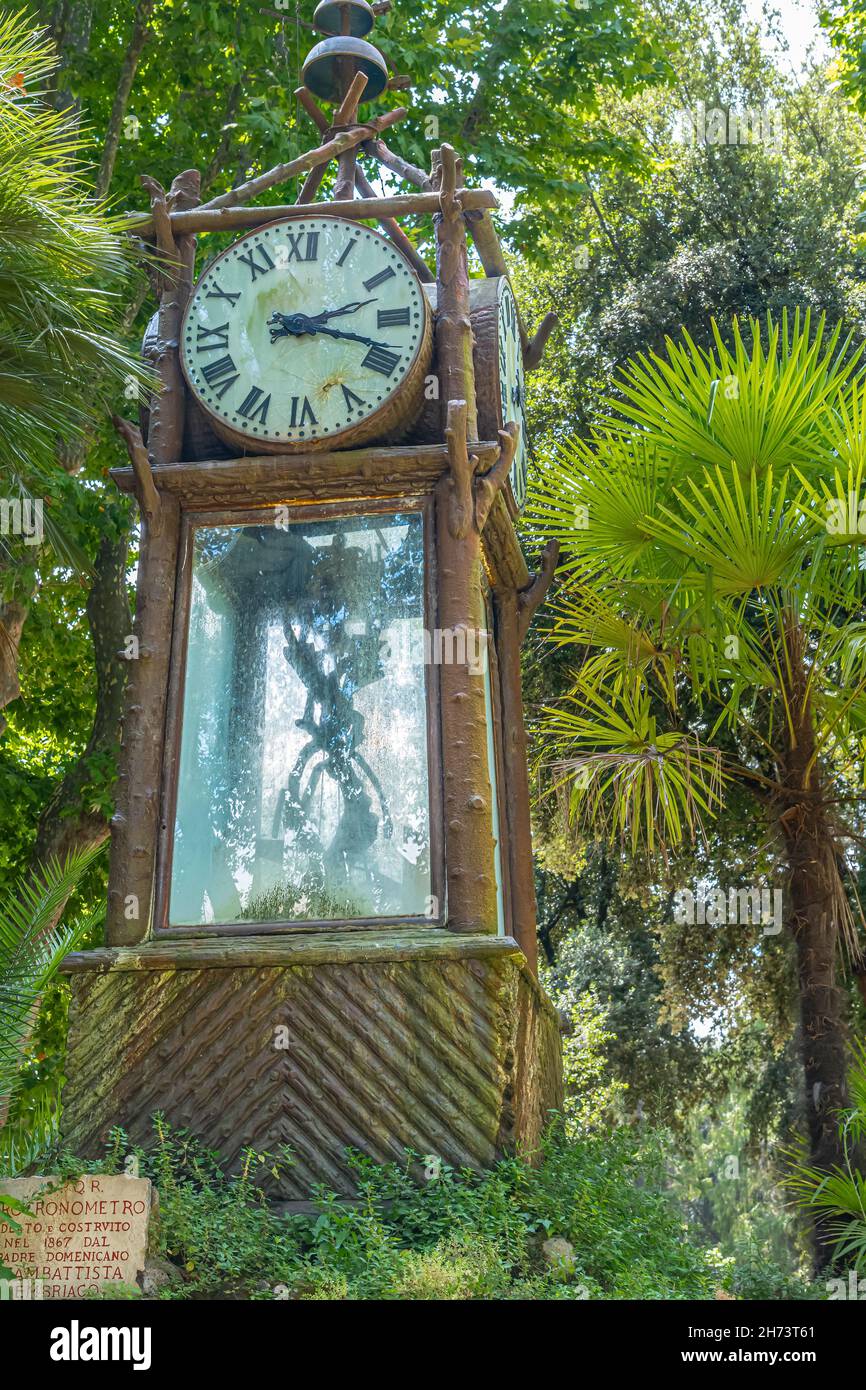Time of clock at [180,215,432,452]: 2:18
